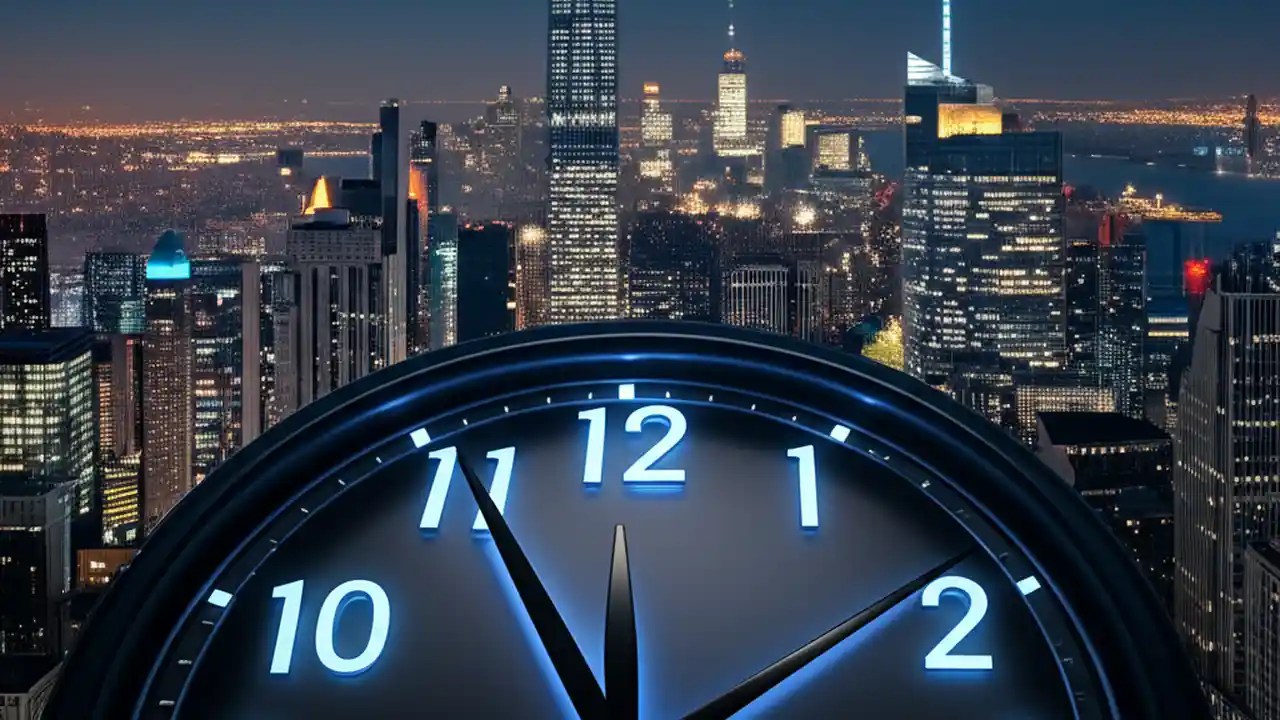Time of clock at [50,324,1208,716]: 11:55
